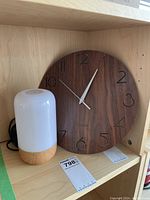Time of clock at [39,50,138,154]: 1:04
